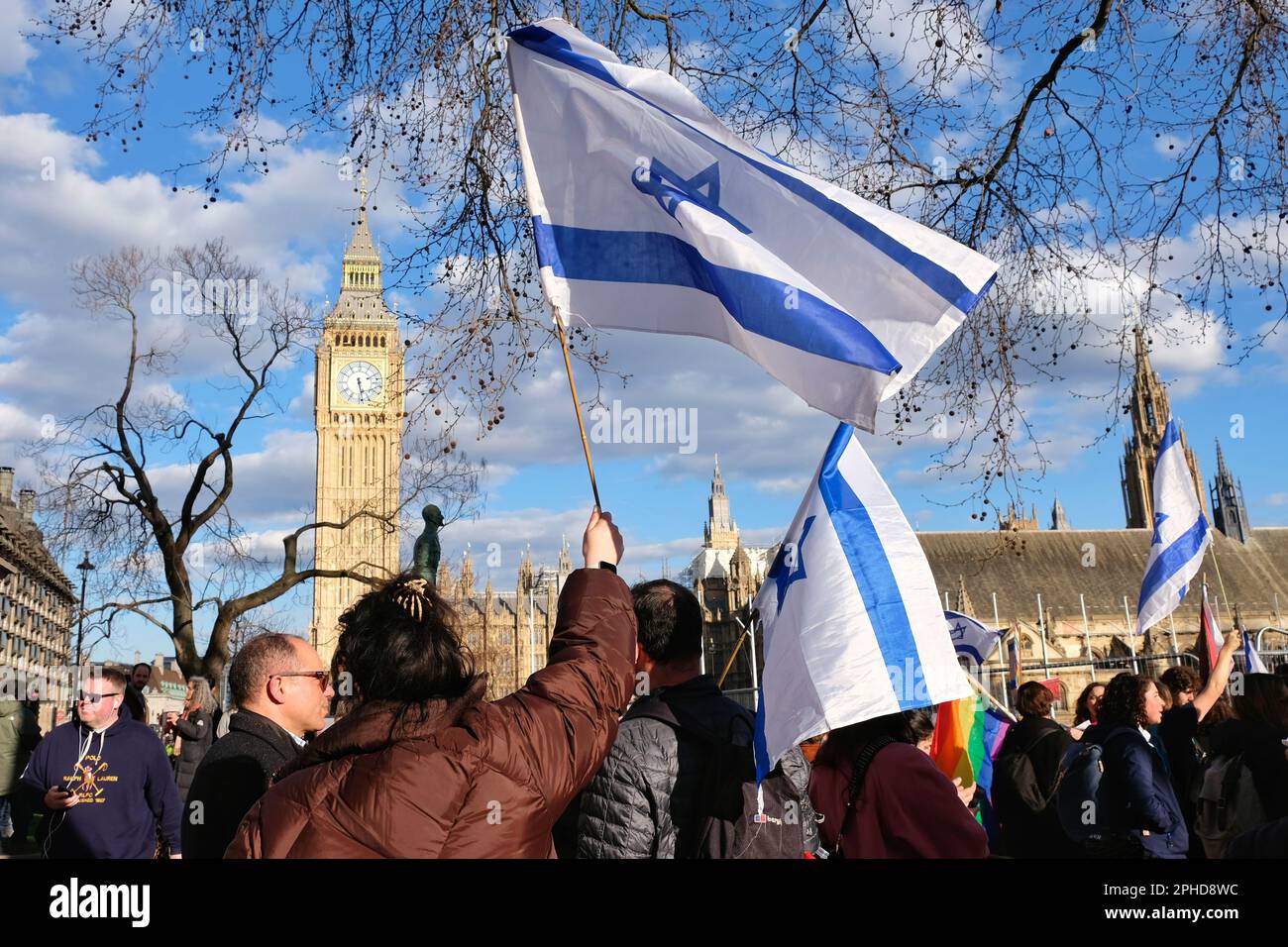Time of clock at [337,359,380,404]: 5:28
